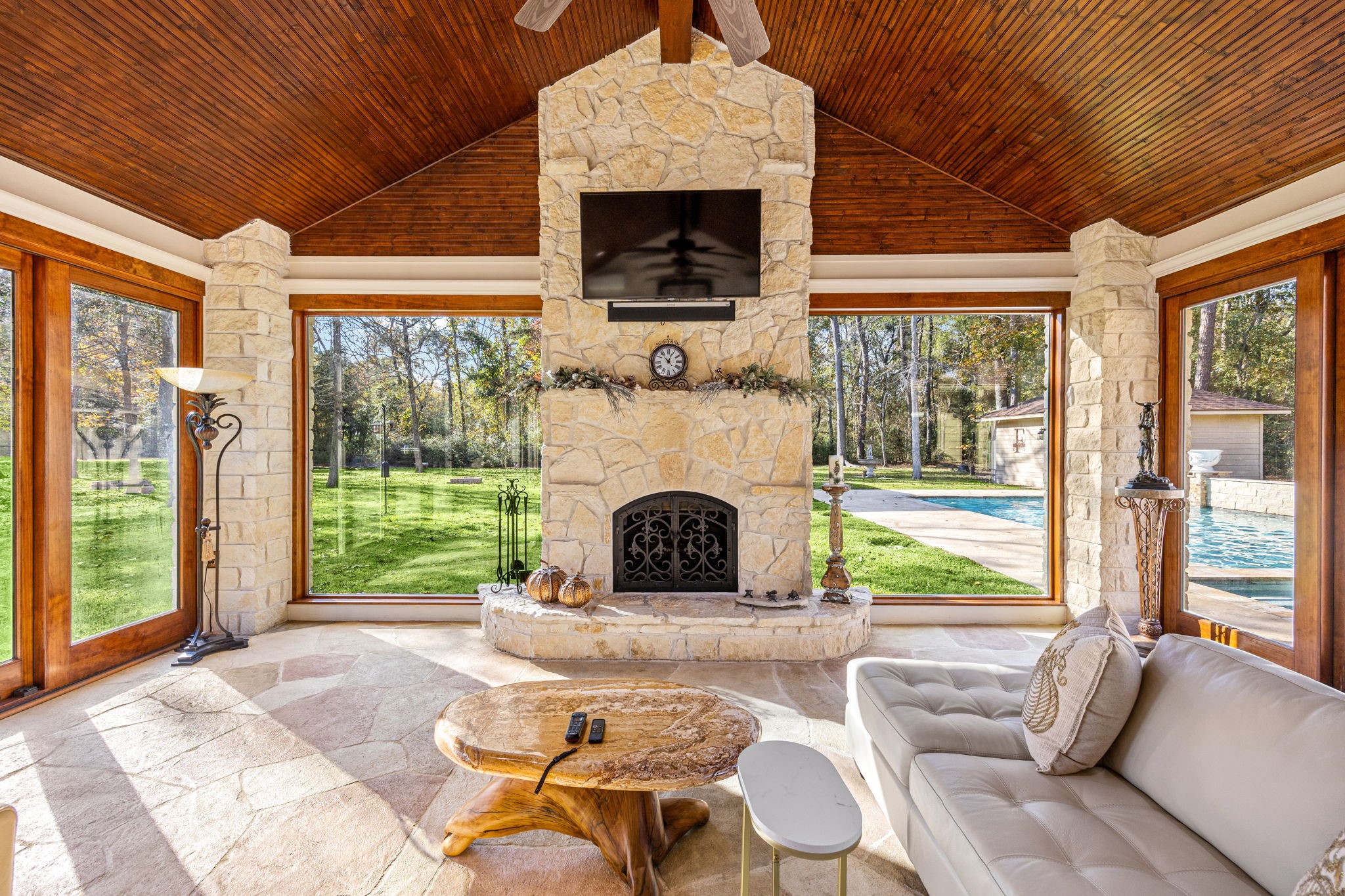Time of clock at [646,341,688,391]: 12:53
